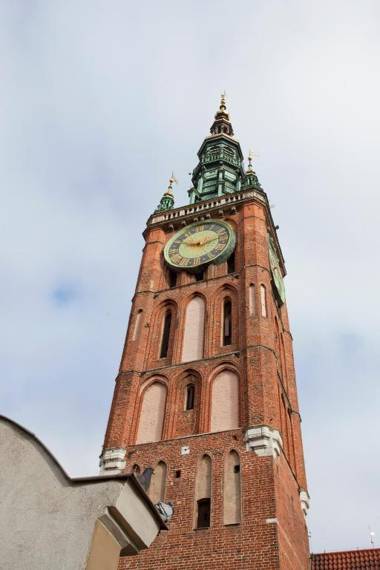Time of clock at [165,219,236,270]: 9:12
